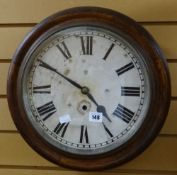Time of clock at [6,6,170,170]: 4:50
